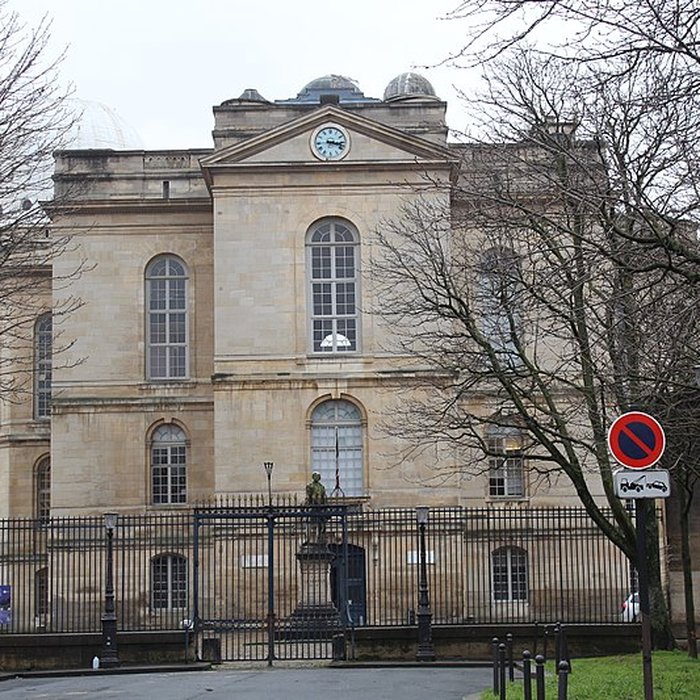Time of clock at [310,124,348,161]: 3:17
